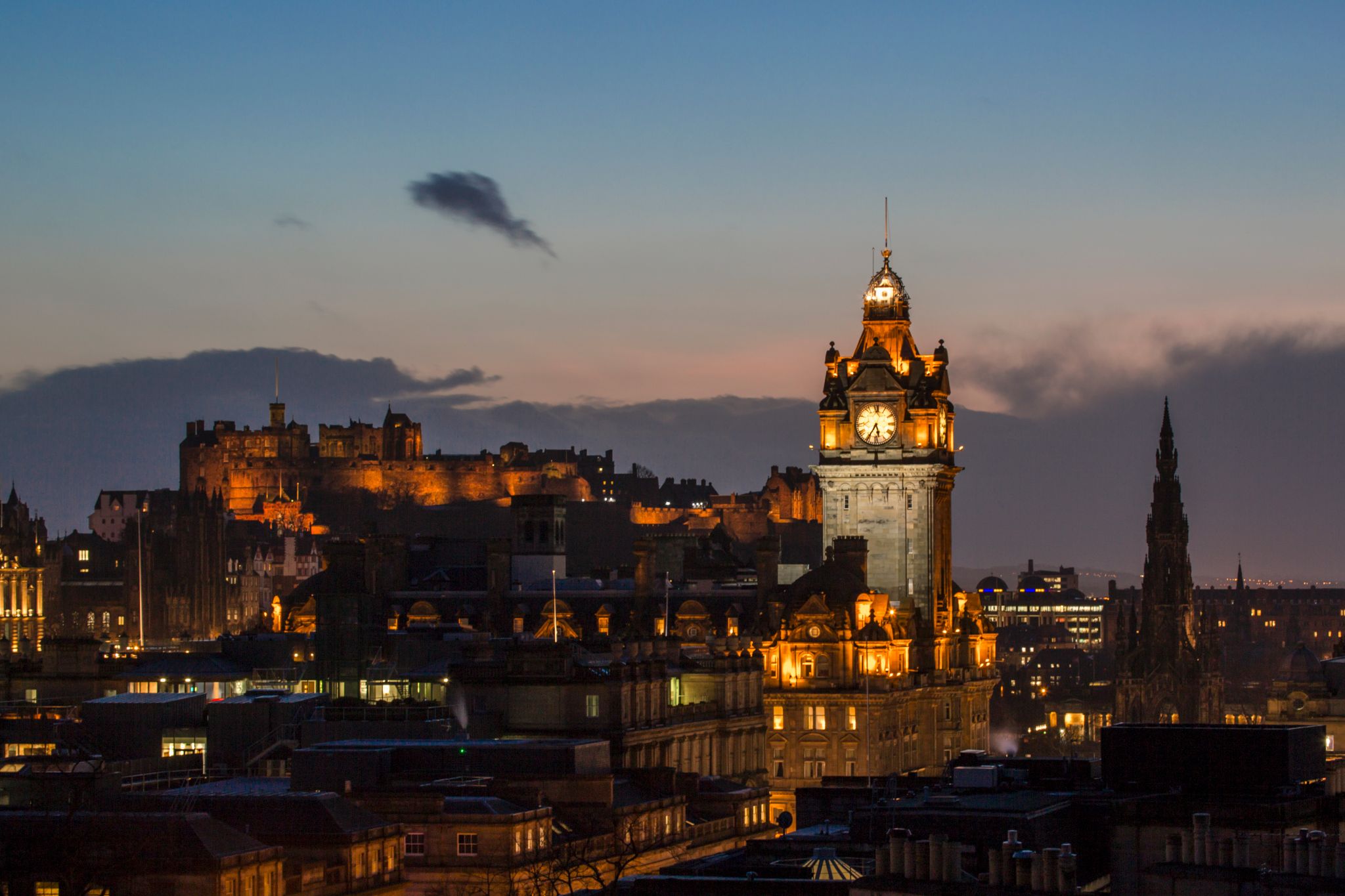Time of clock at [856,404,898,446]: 5:35
